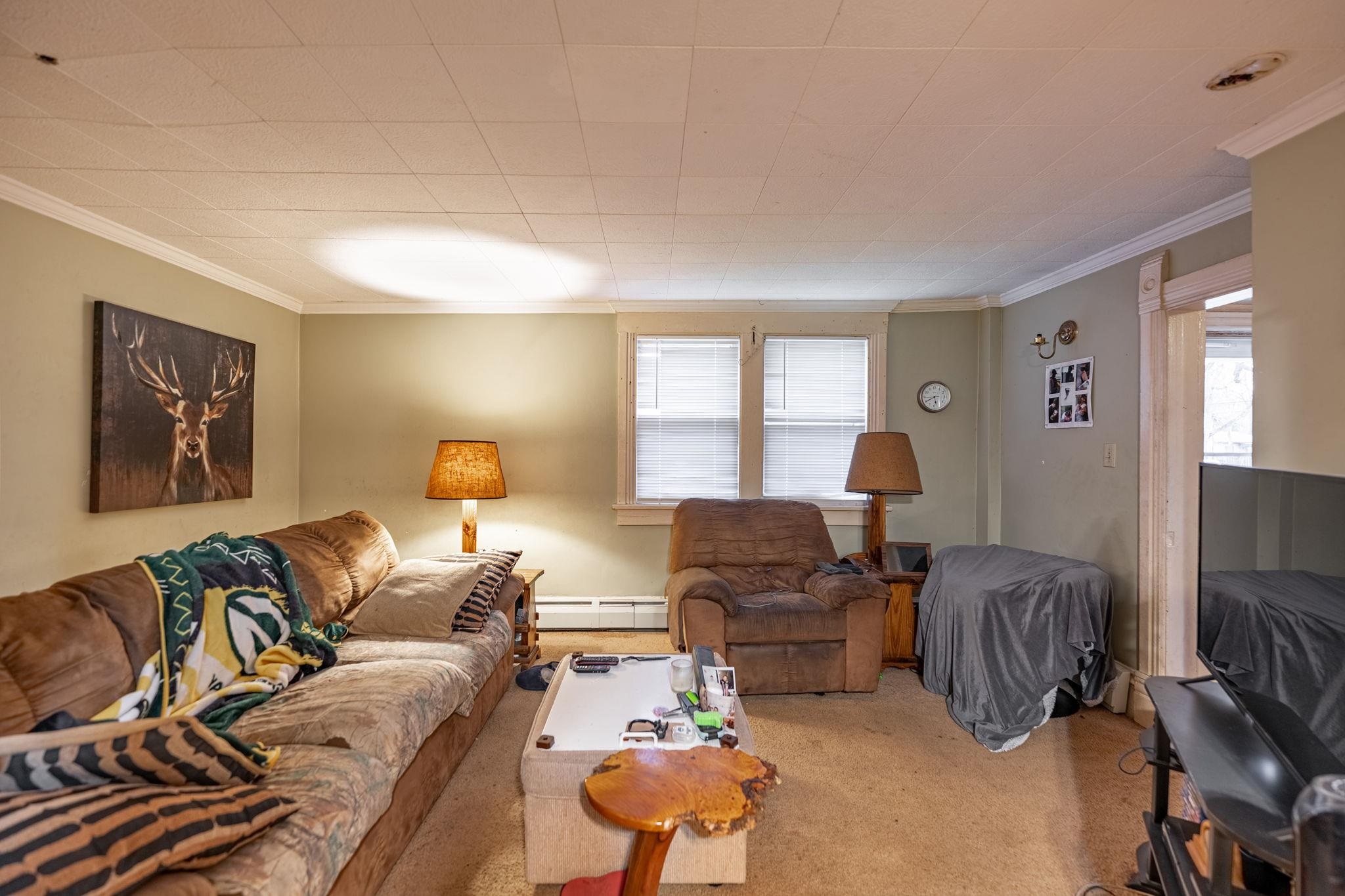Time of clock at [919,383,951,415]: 5:40
